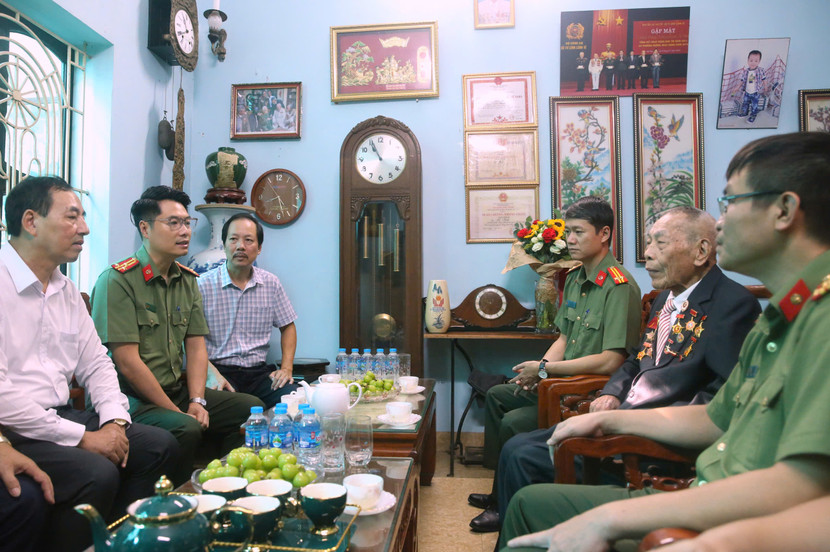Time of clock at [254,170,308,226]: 8:27
